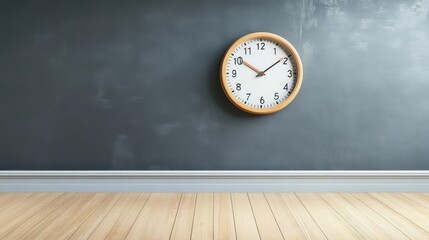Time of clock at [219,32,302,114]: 10:08
